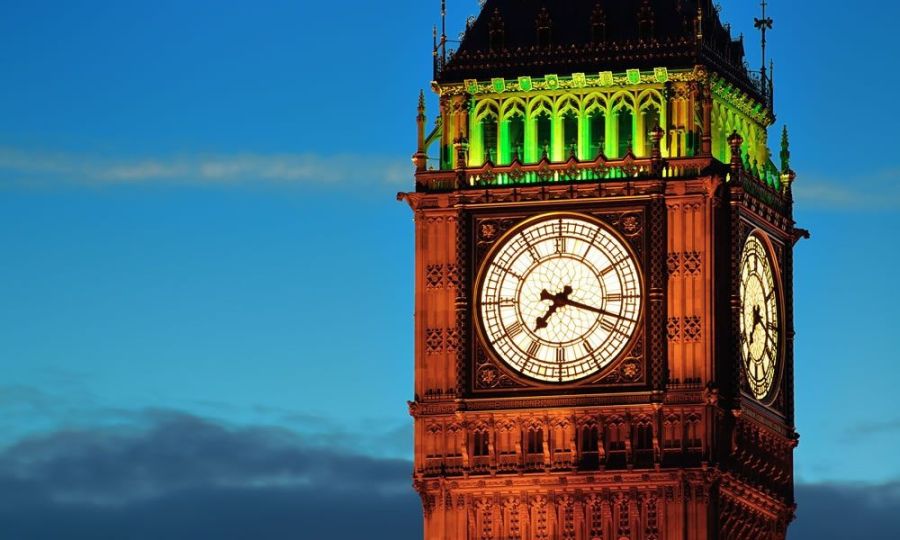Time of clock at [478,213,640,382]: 7:17
